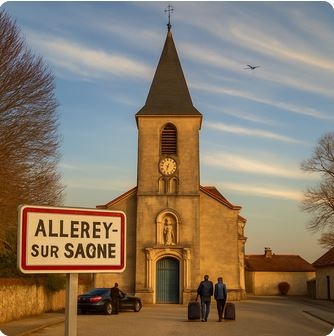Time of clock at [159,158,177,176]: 6:33
